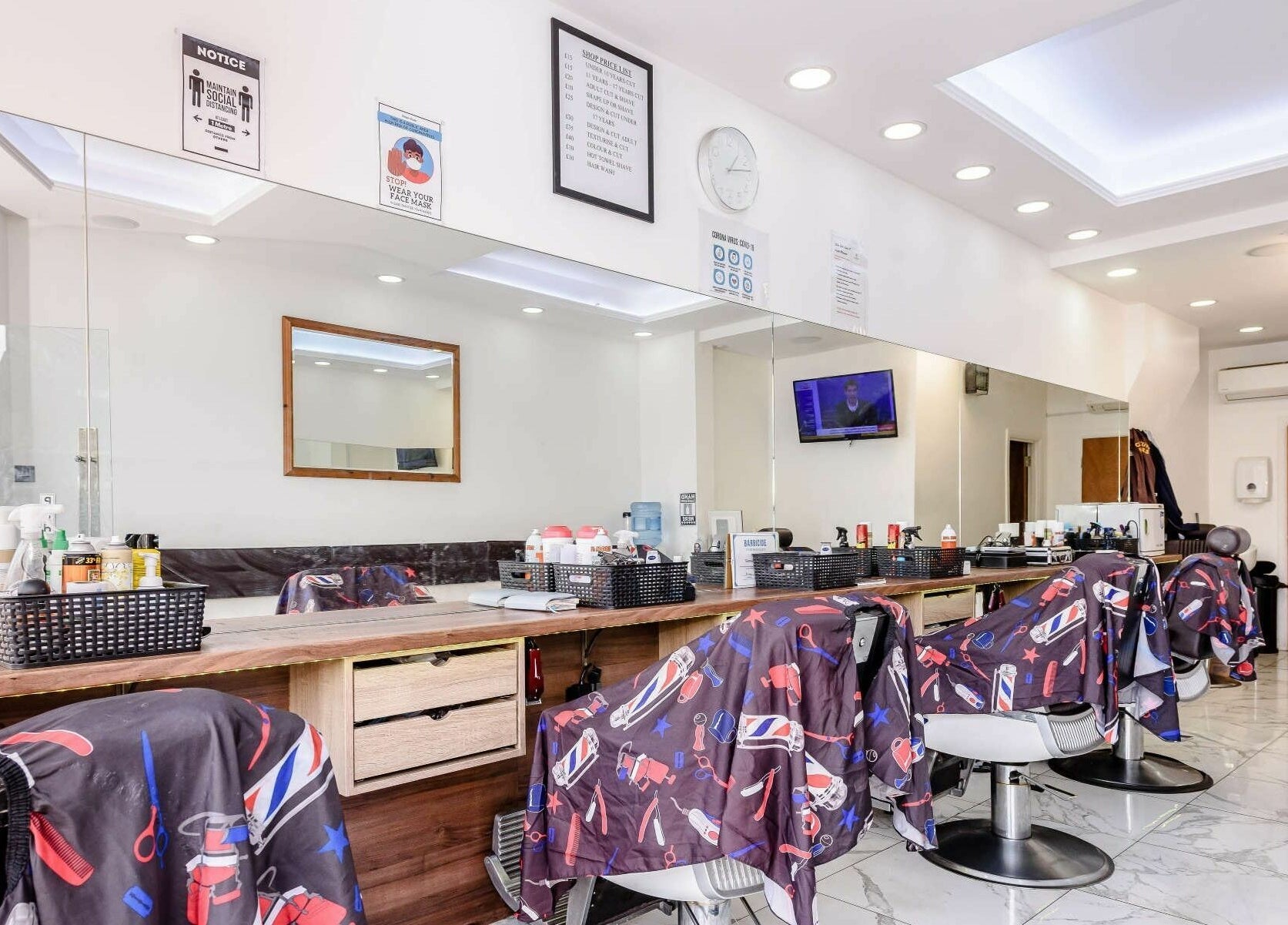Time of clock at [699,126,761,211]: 1:13
